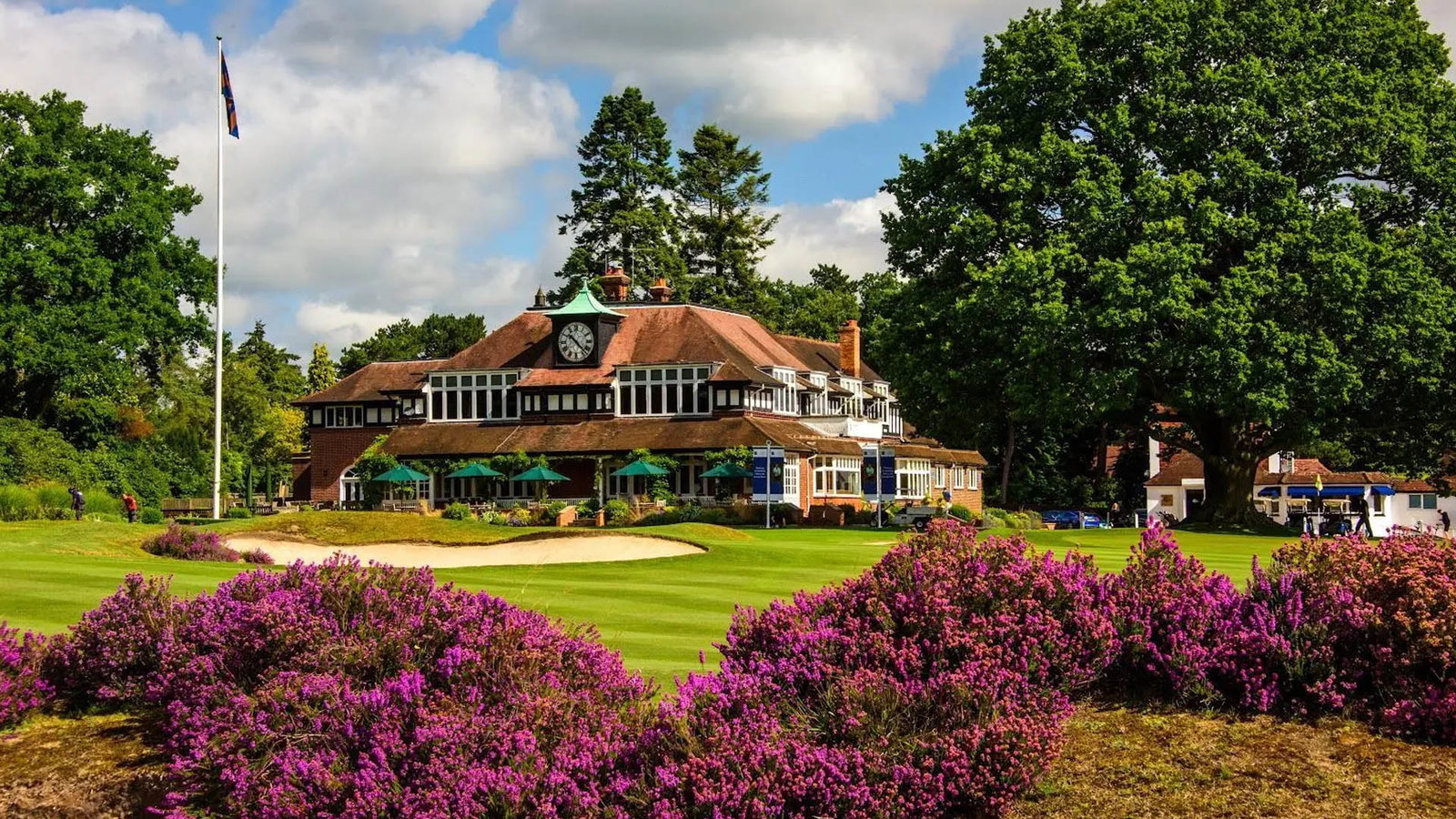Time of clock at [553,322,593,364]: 10:22
